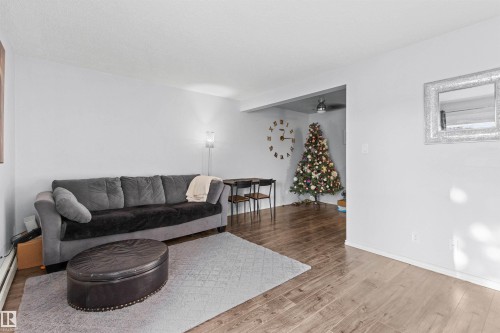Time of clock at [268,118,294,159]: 1:14
